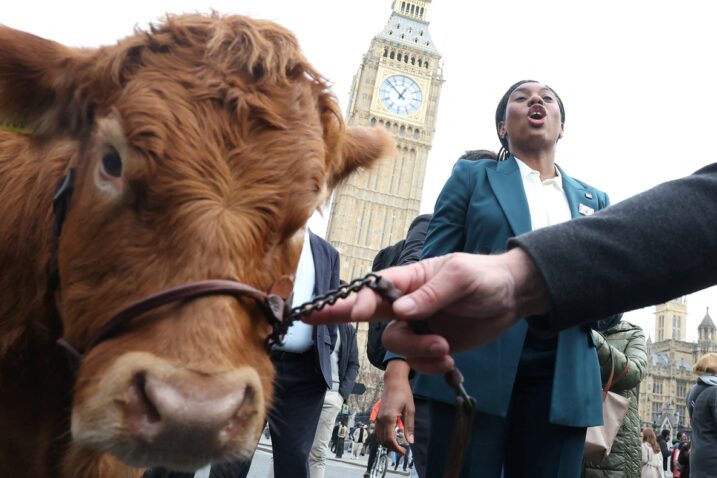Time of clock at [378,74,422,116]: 12:52
